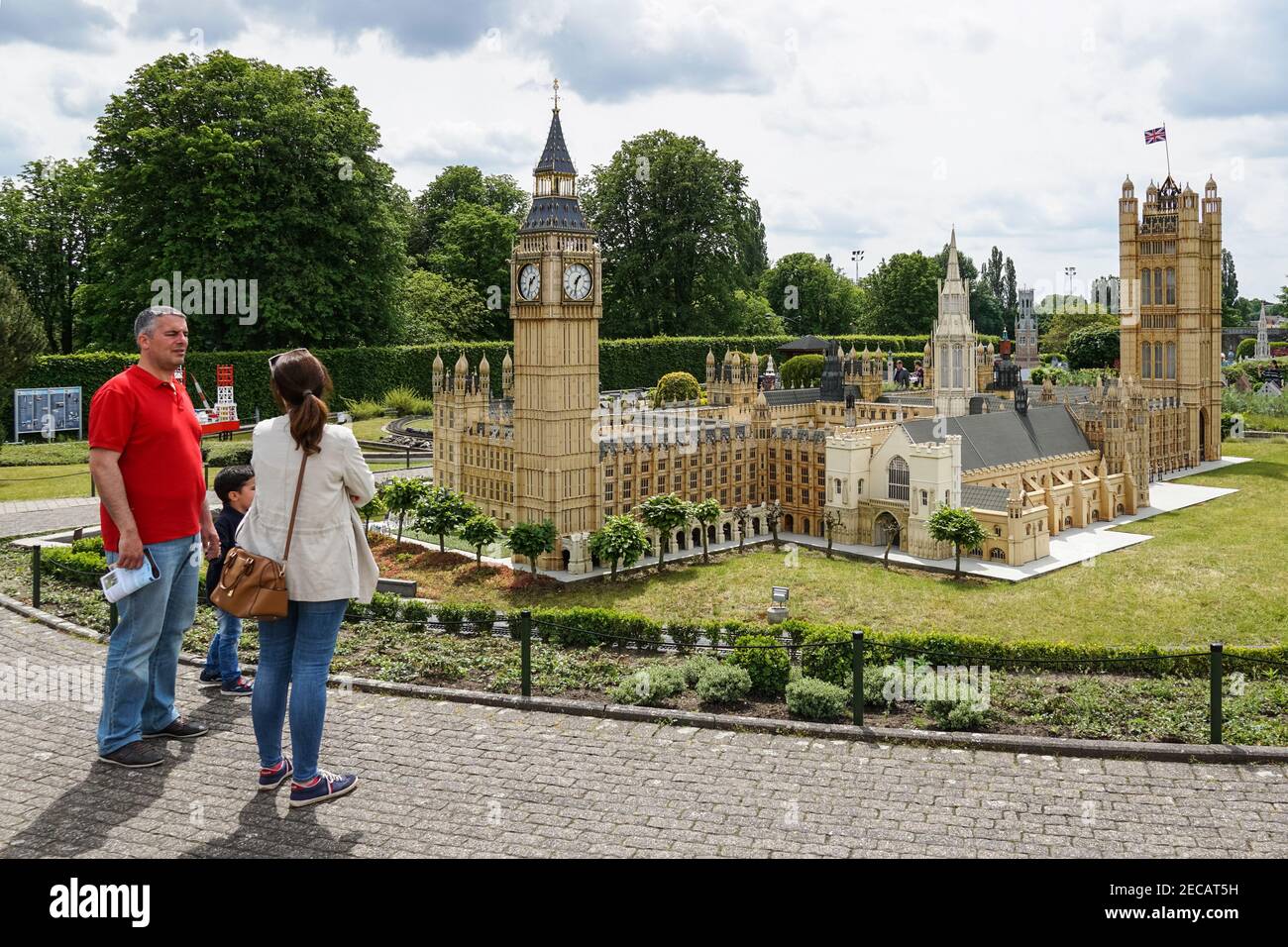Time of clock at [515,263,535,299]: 1:33
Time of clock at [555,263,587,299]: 1:32
